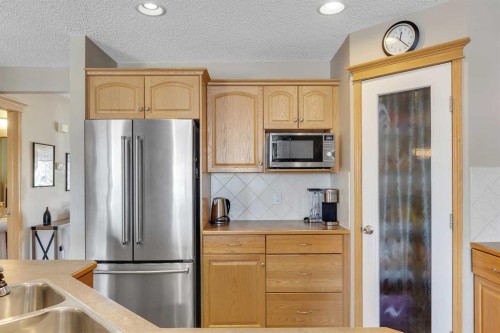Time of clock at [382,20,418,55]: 12:22
